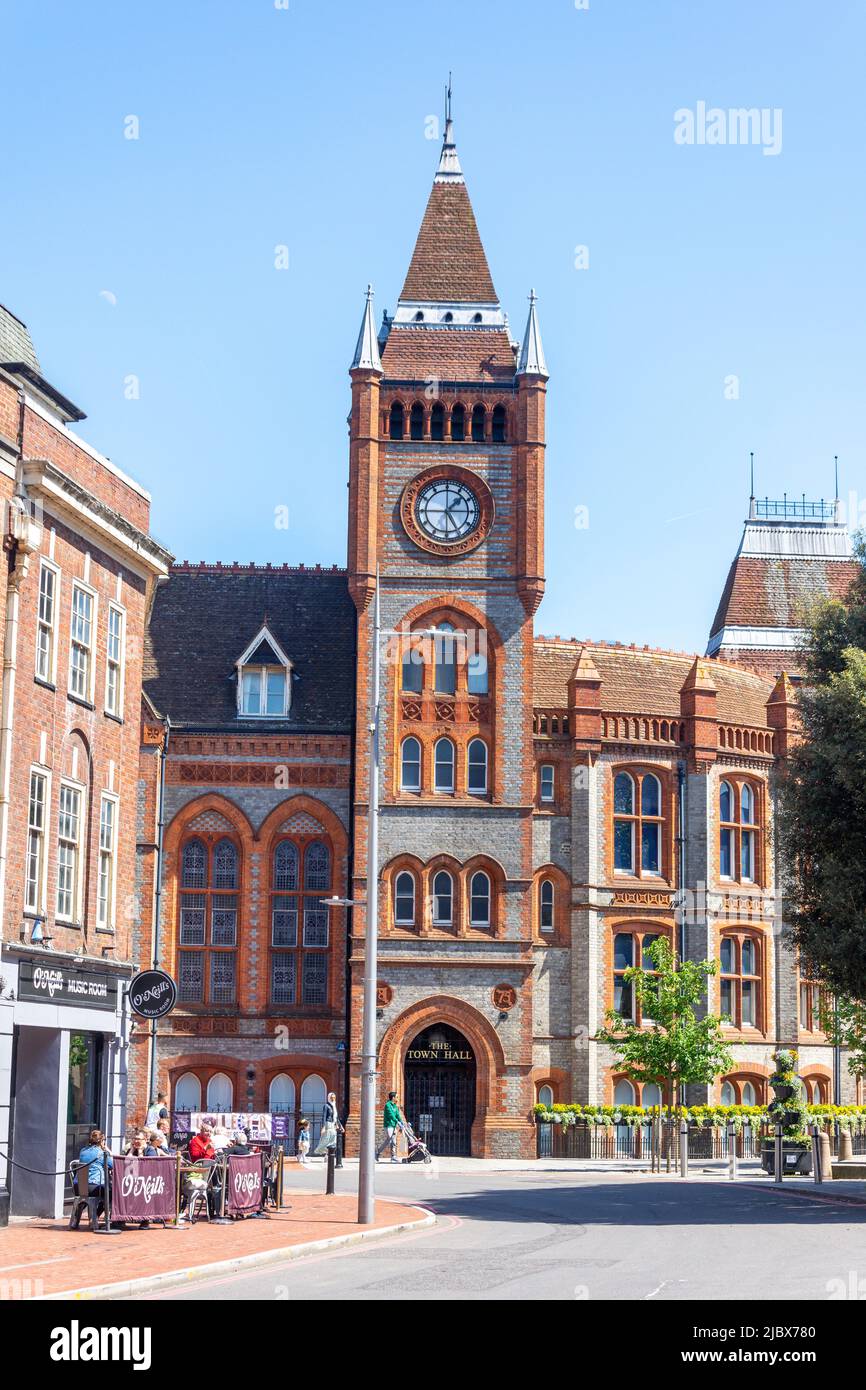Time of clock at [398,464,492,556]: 1:25
